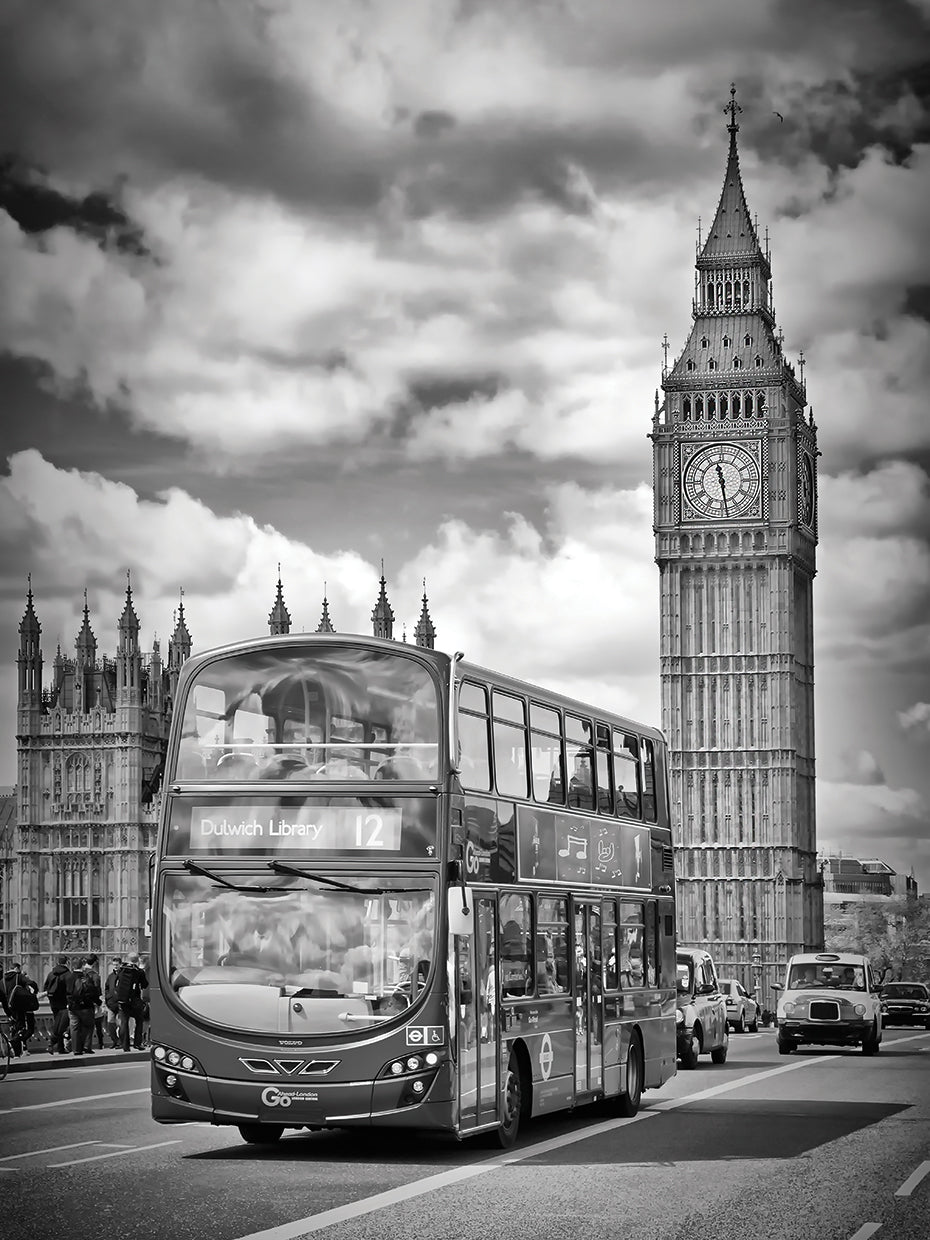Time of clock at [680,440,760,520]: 11:28
